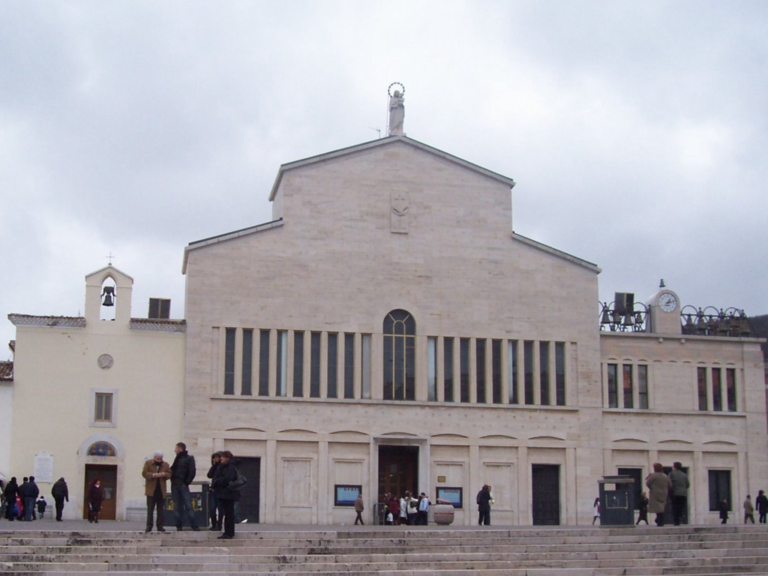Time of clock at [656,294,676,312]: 1:11
